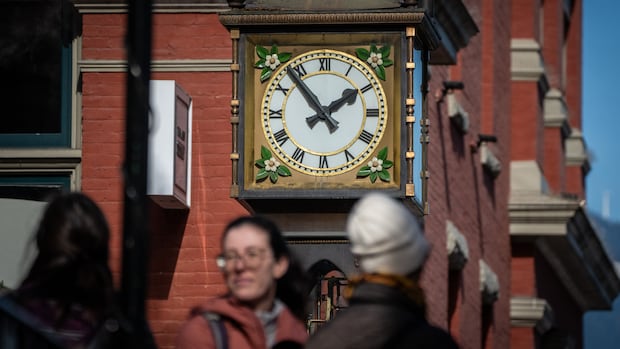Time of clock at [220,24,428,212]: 1:53
